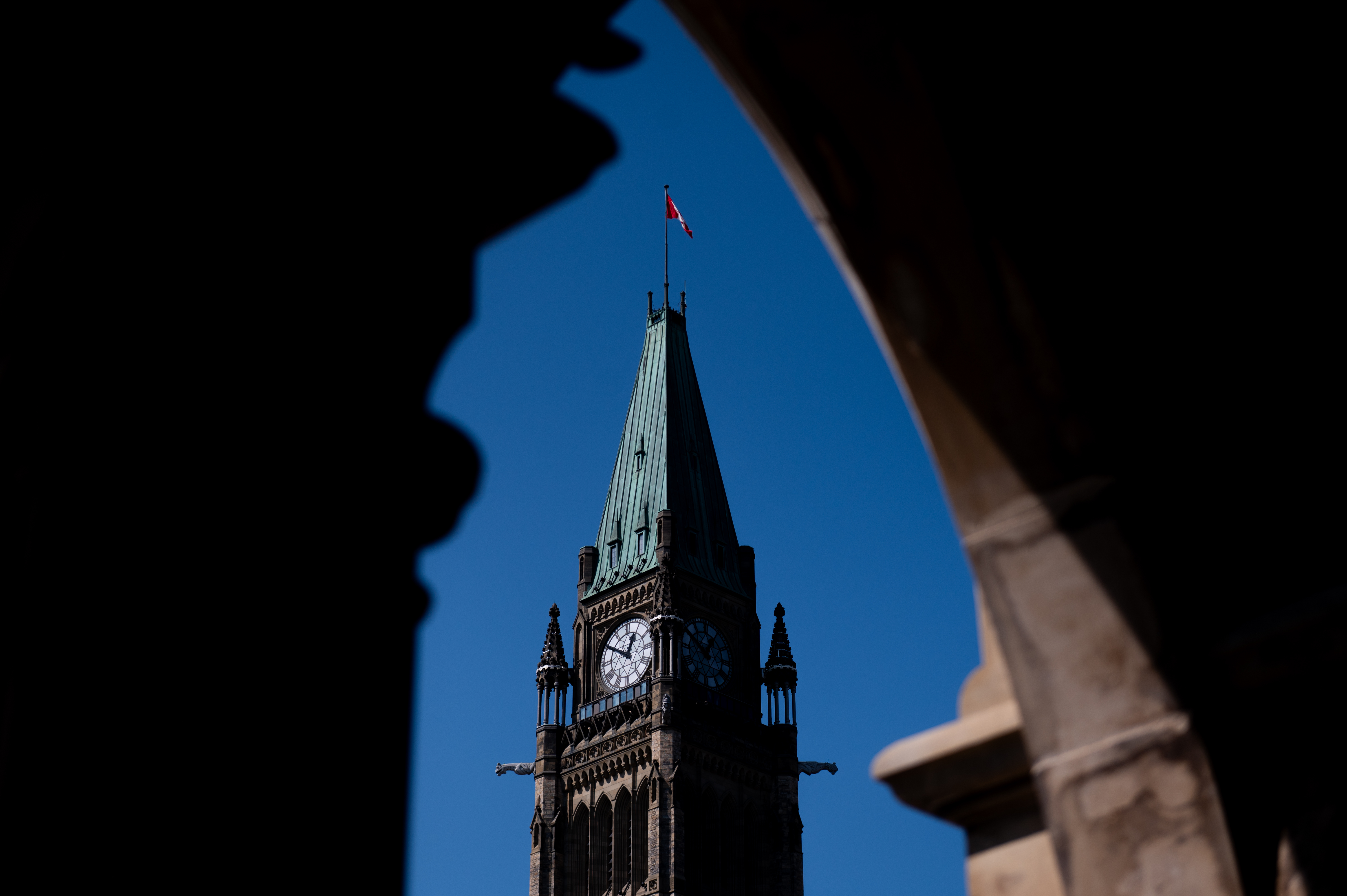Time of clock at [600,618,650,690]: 12:50
